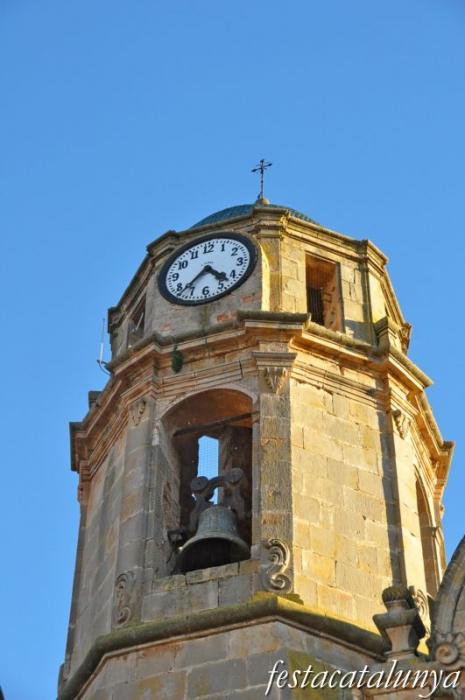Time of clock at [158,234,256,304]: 4:37
